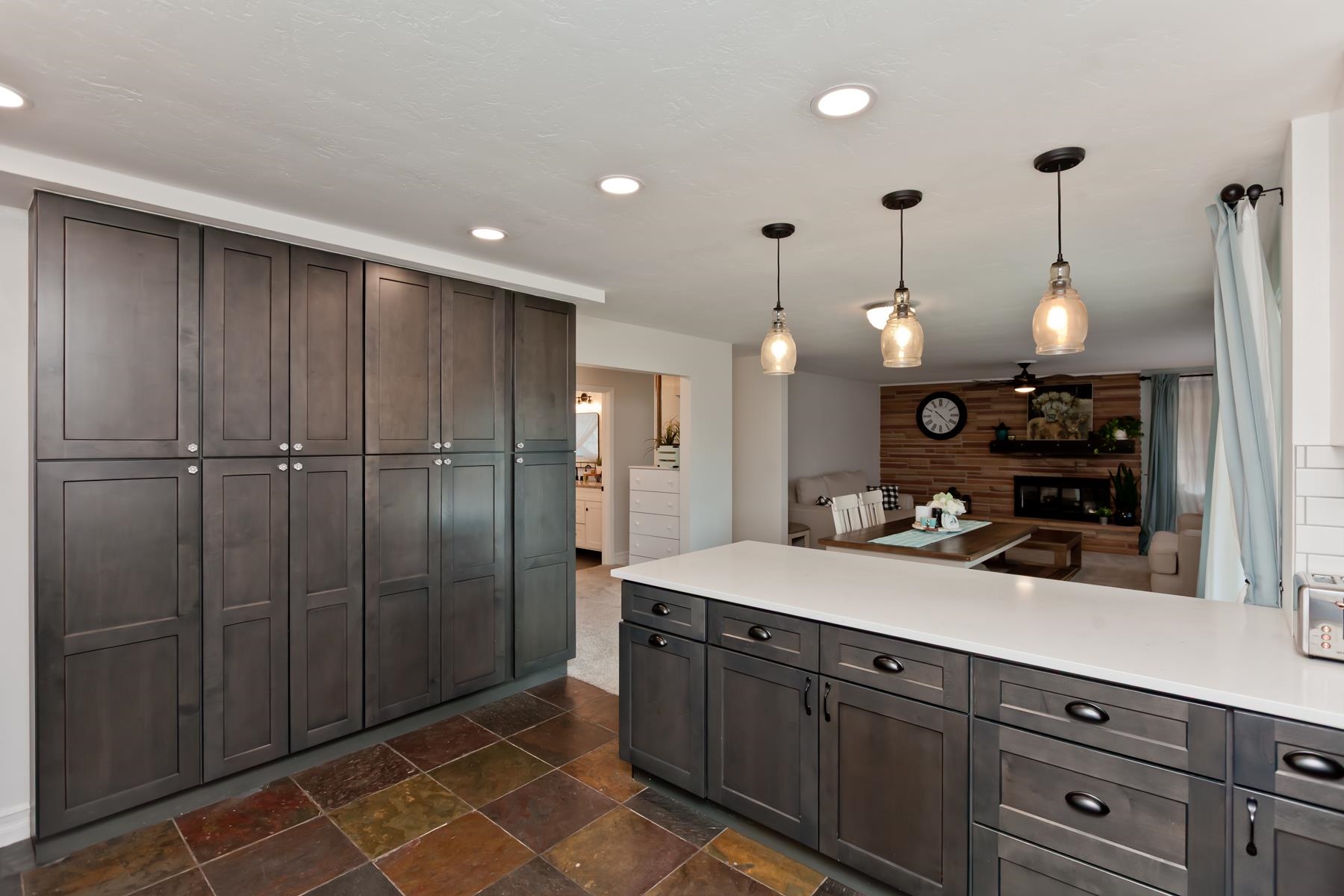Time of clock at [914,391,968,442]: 10:22
